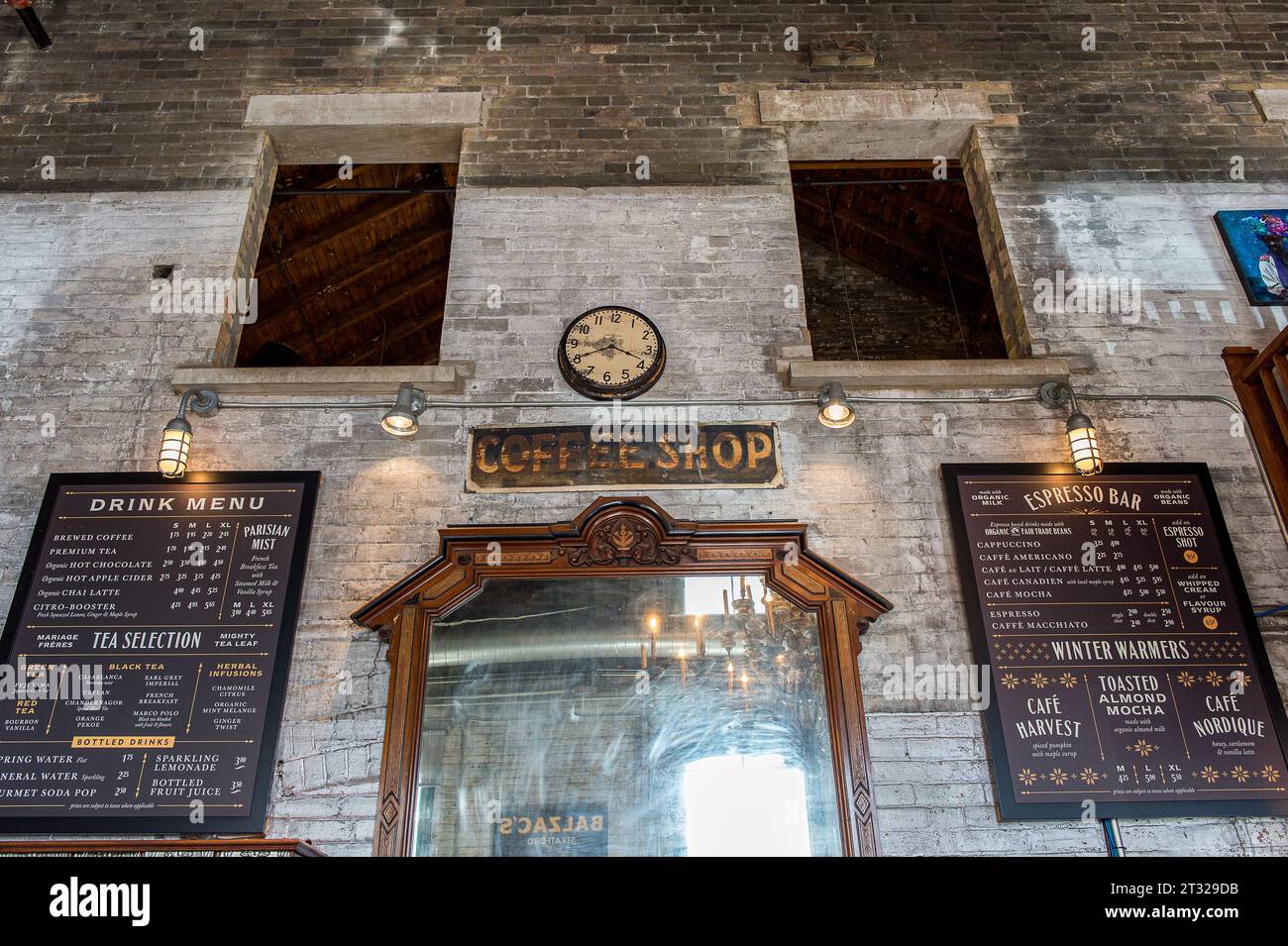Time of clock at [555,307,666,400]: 3:40
